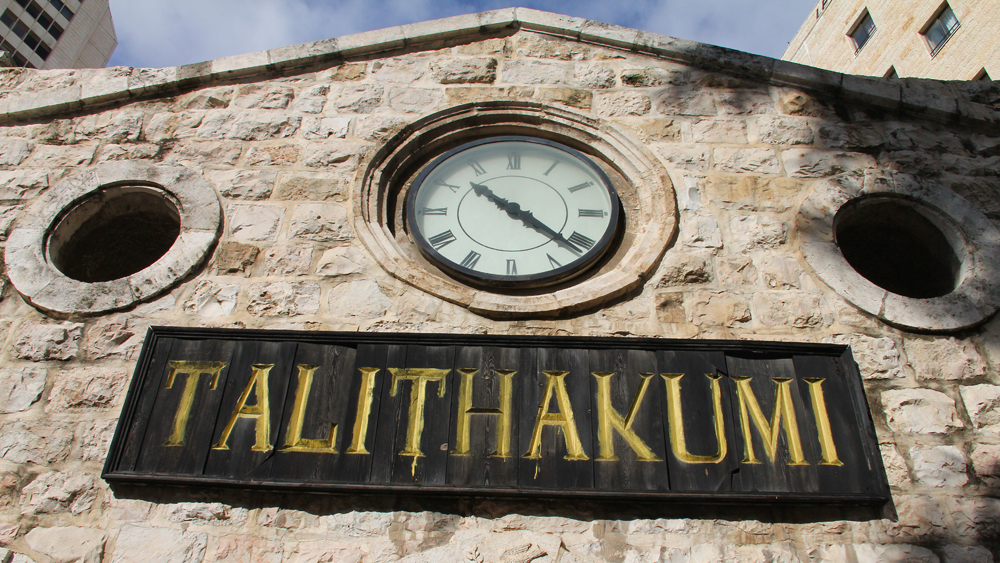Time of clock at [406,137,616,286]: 10:21
